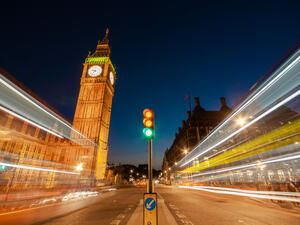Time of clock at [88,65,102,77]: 9:36
